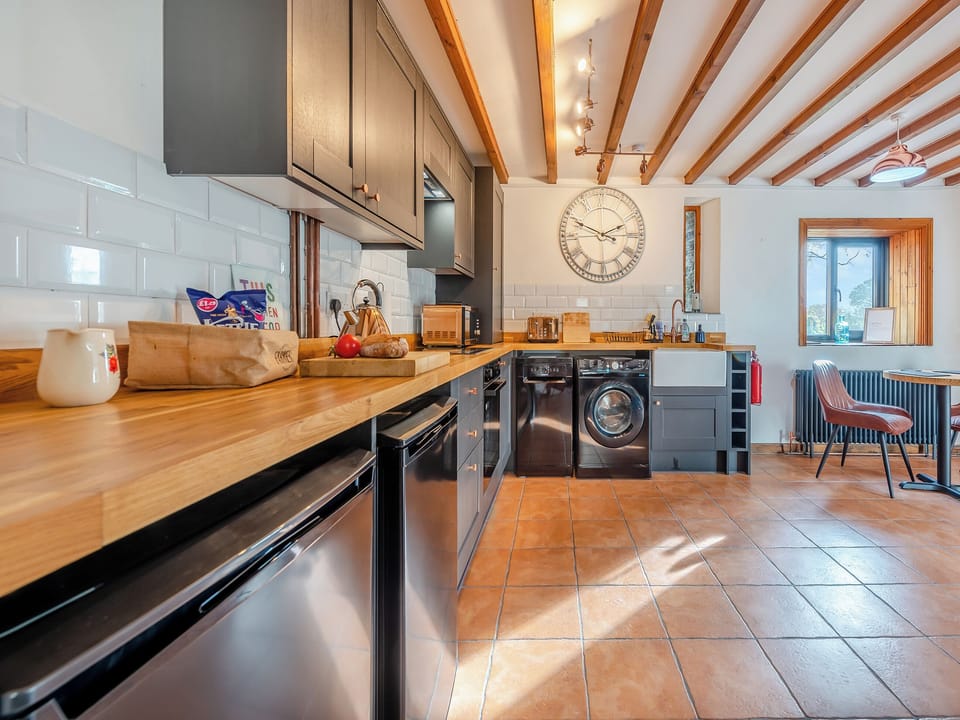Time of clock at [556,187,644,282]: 1:49
